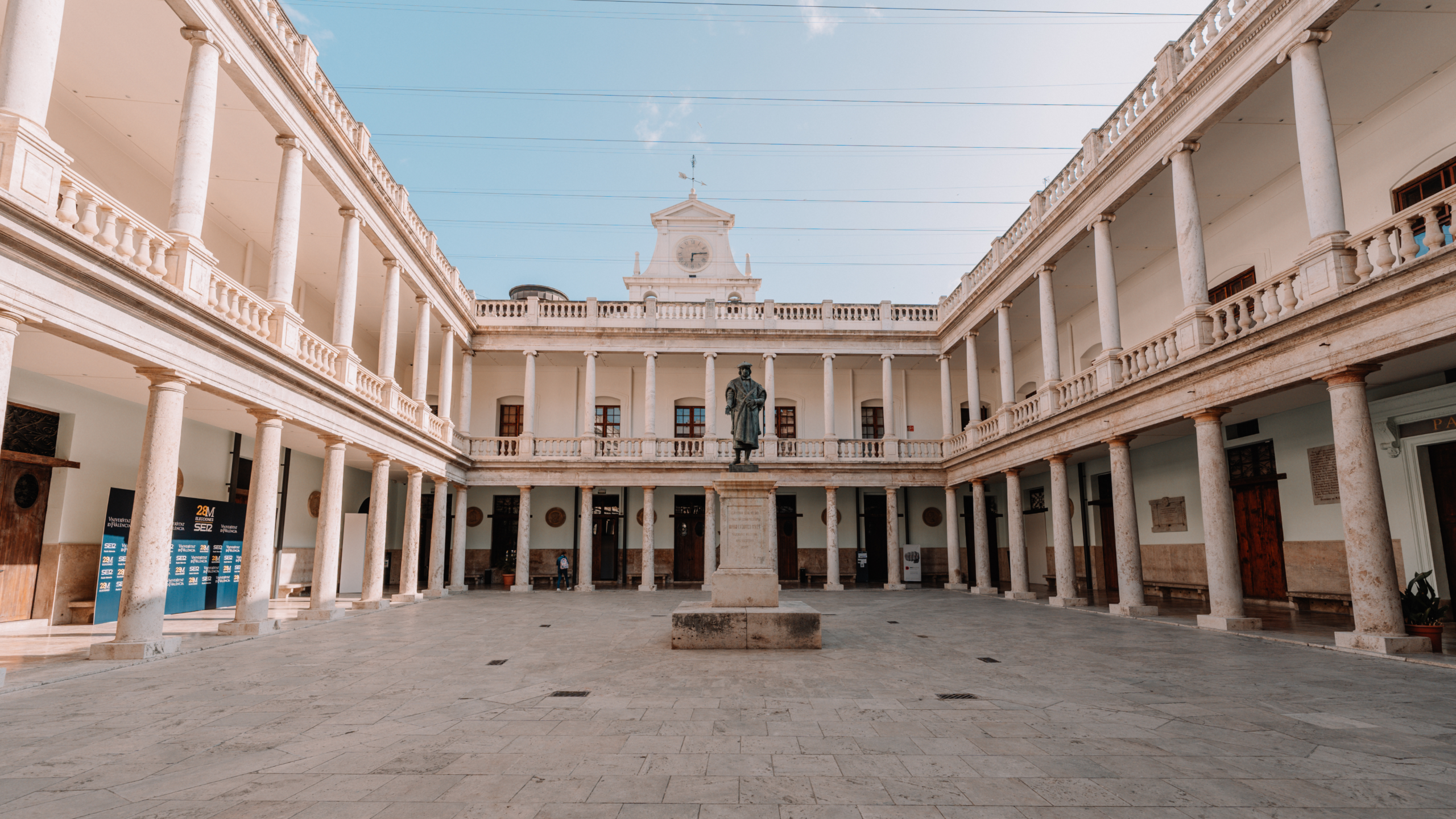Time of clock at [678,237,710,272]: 6:14
